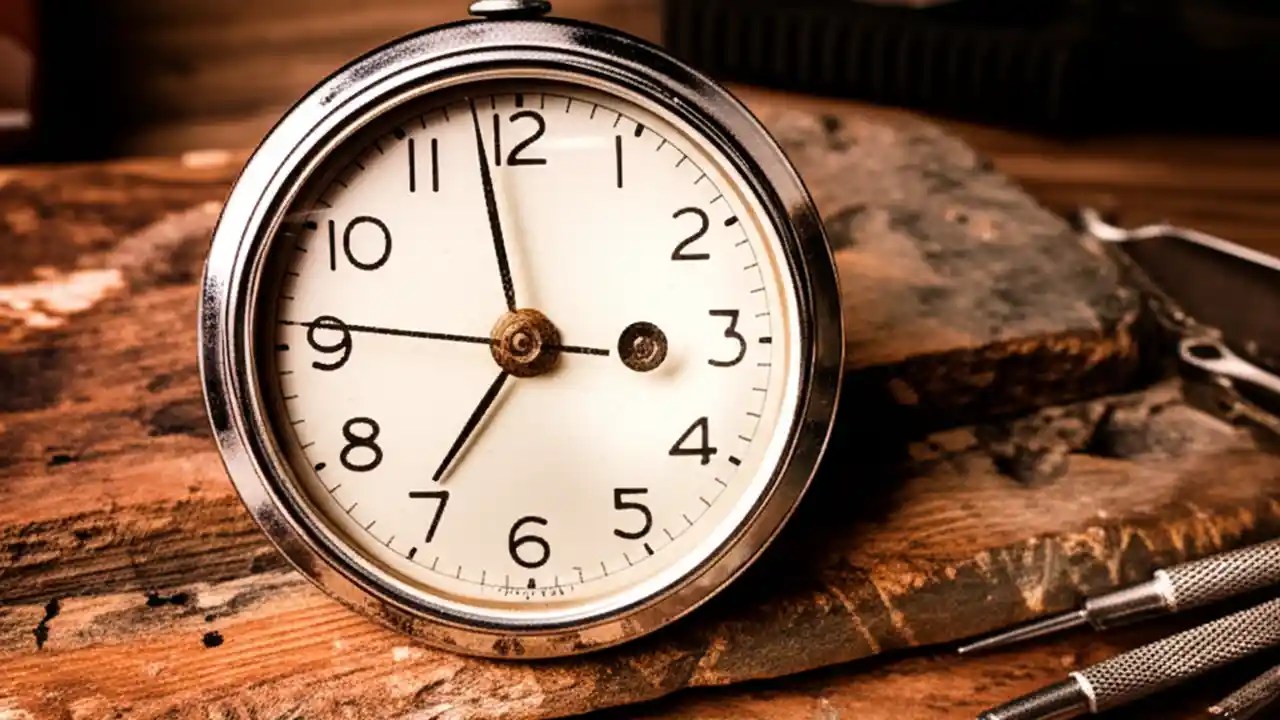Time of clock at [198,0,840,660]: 6:58
